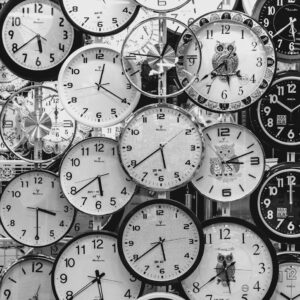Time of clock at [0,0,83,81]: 5:38
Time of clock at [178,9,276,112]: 5:38
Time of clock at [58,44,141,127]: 12:20
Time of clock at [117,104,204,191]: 5:39
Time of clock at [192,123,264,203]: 3:11
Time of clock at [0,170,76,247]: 3:29
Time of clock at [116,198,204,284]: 5:39
